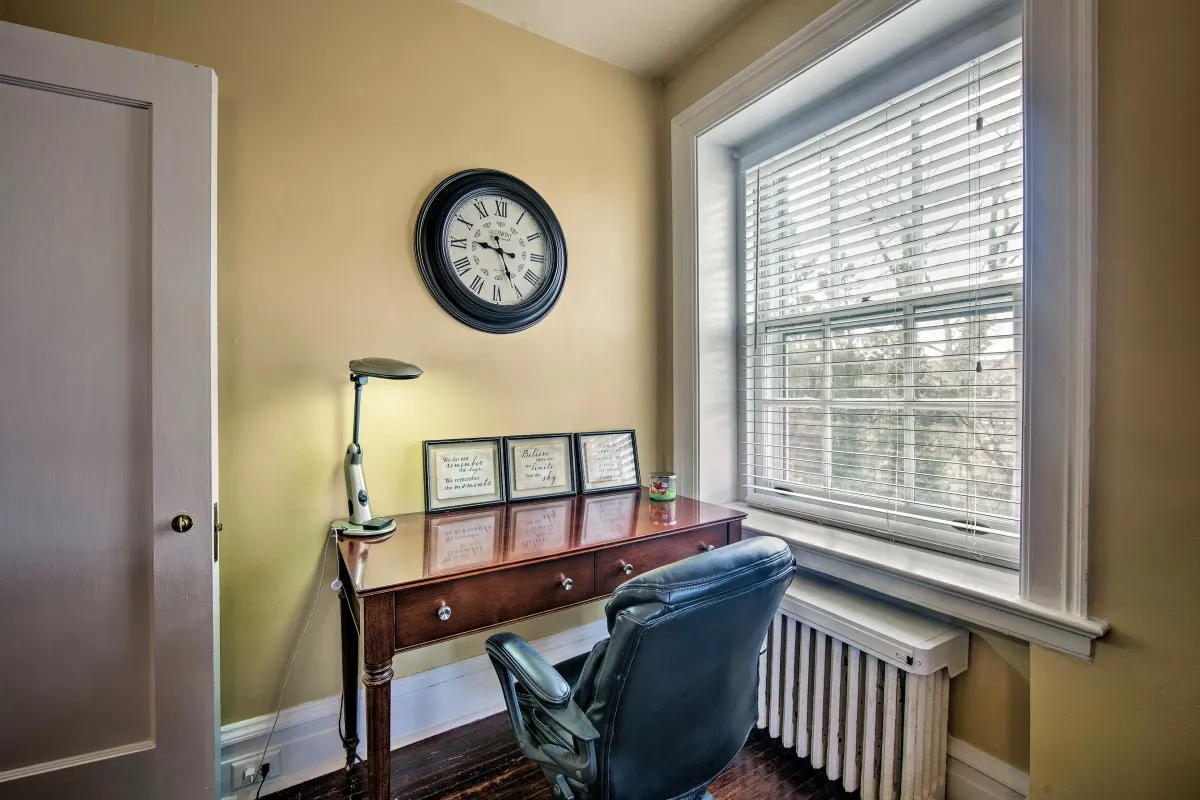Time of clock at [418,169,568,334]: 9:25
